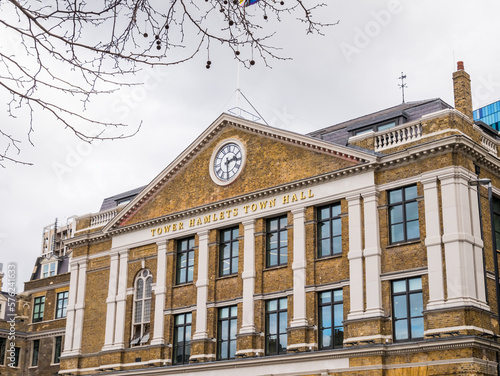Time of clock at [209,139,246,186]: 2:29
